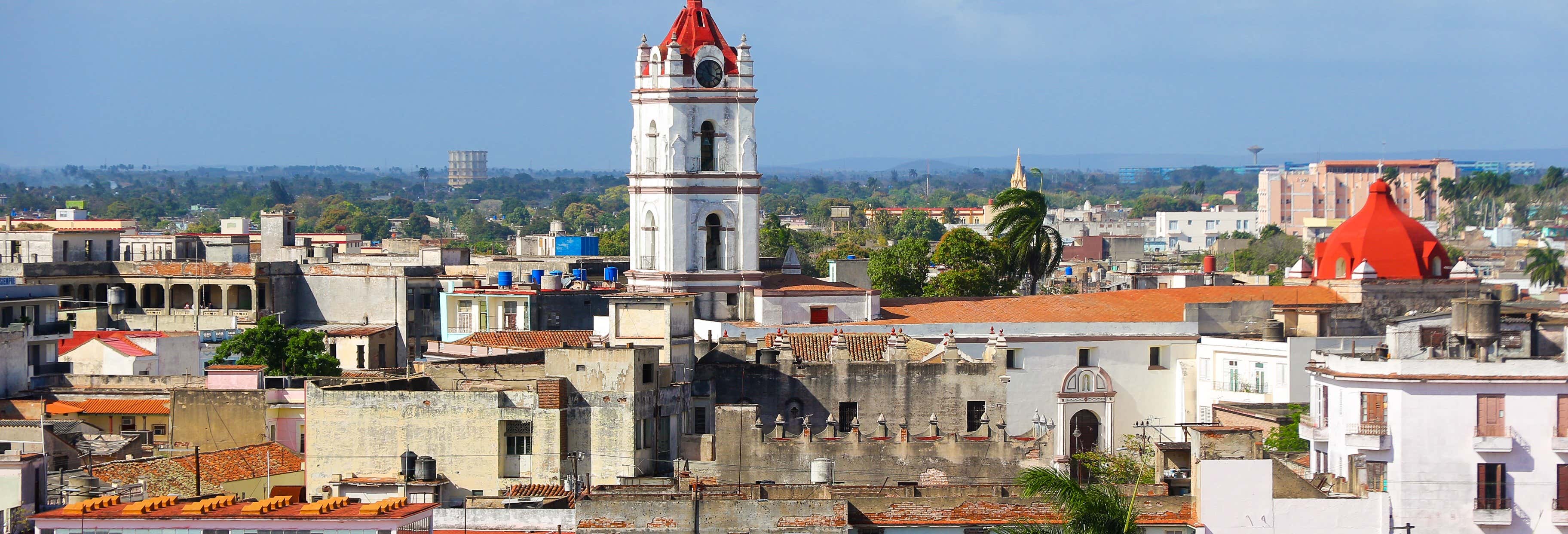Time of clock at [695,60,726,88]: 11:19
